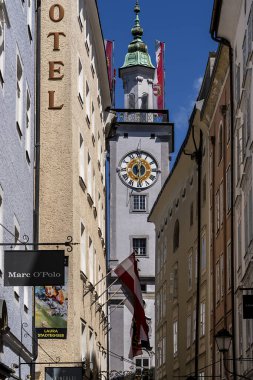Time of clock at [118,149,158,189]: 6:29
